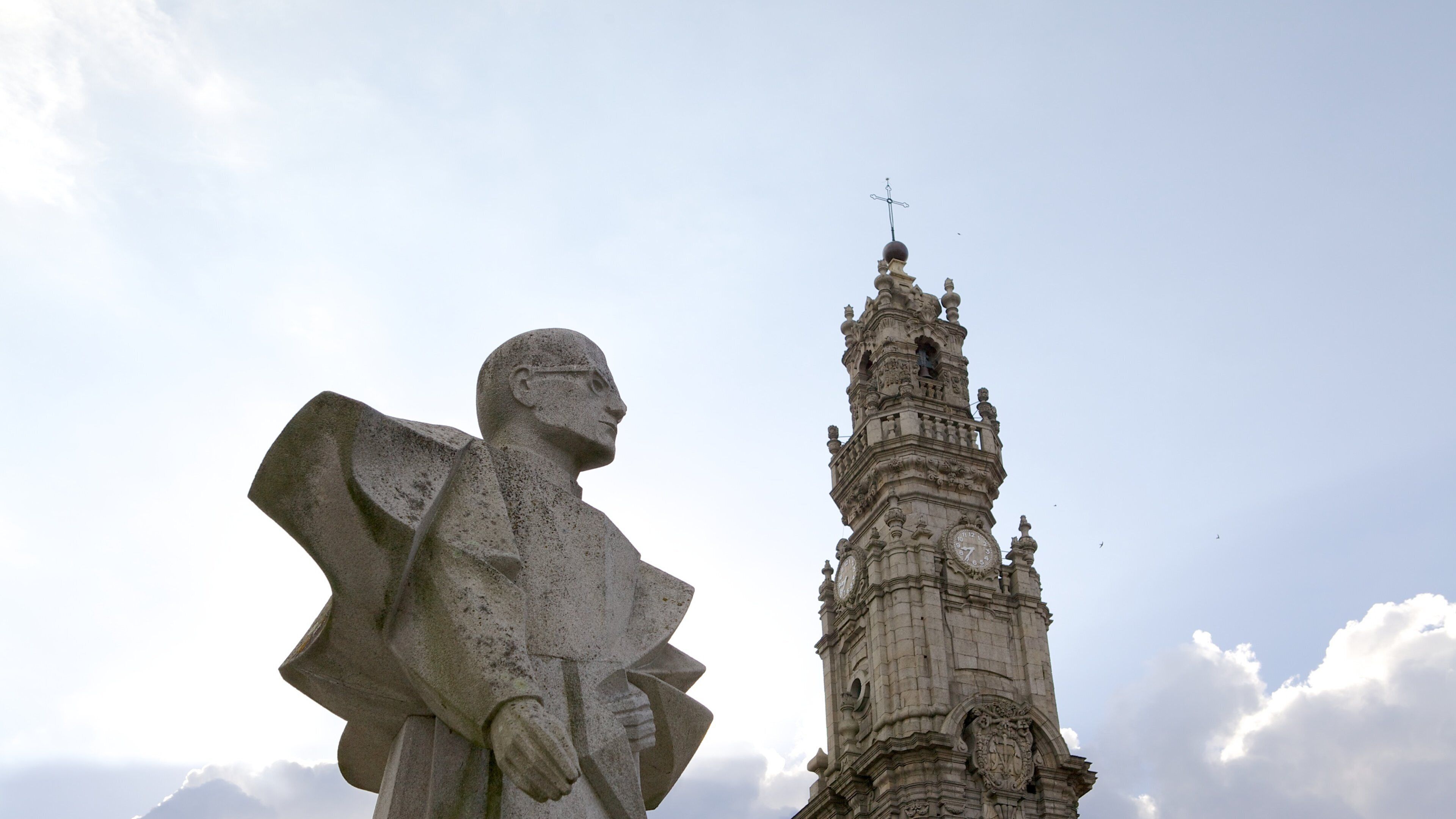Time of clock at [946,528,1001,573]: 8:36
